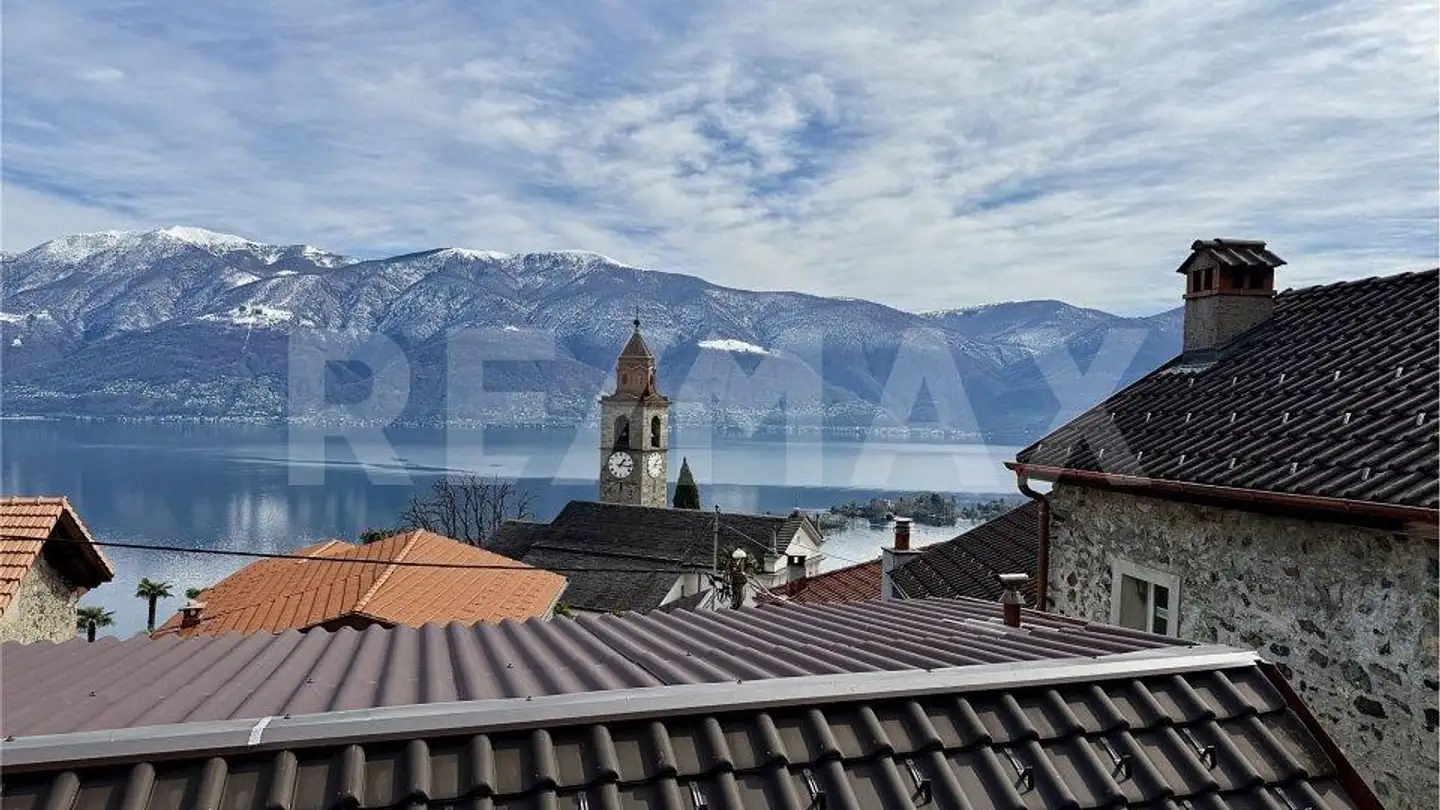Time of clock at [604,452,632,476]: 1:16
